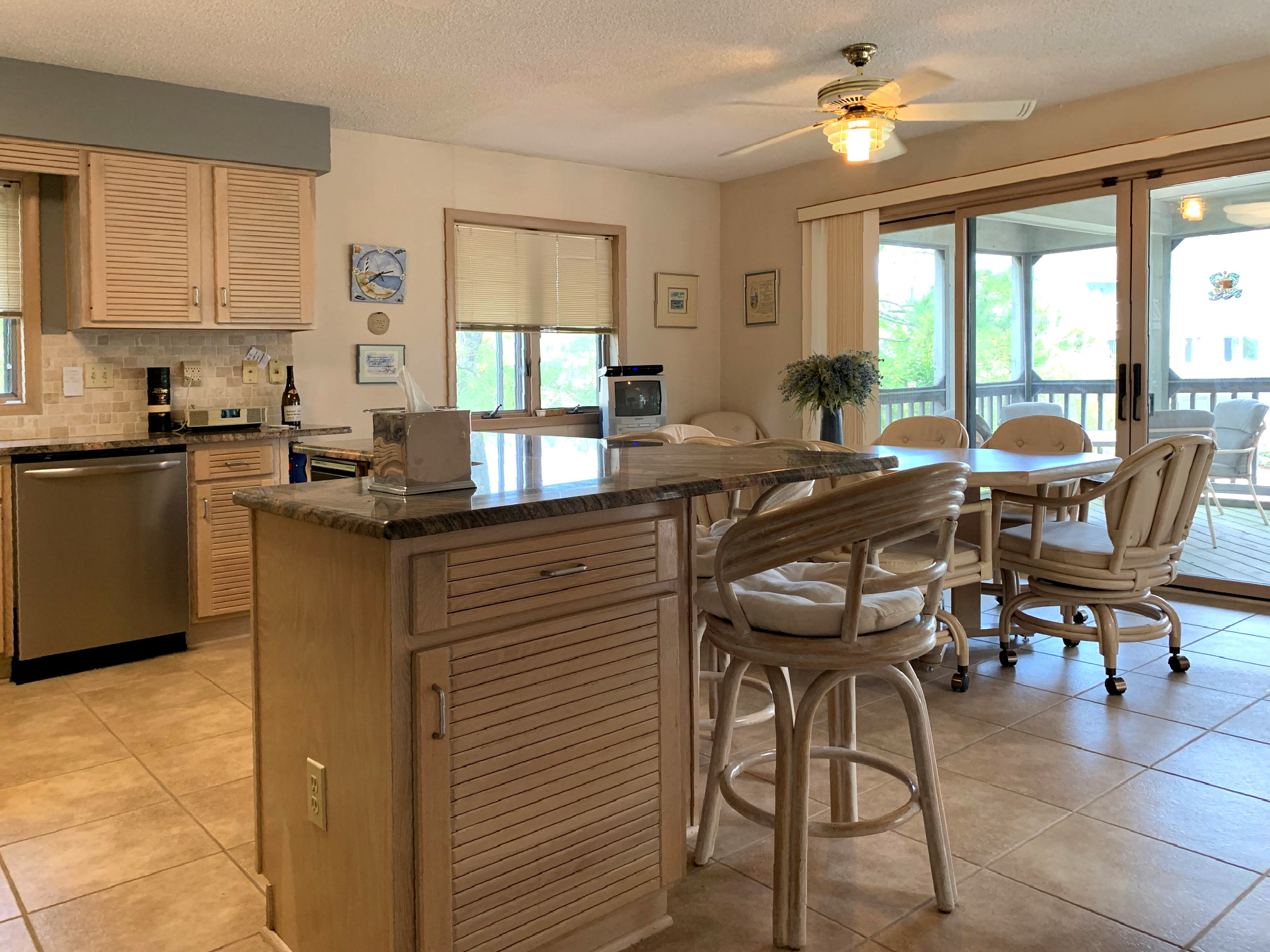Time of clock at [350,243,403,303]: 2:39
